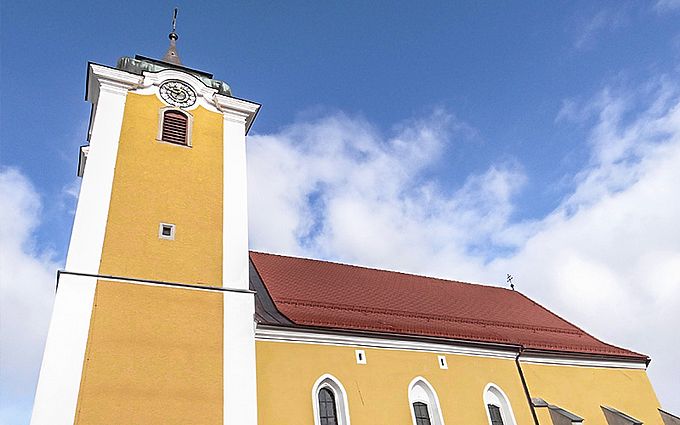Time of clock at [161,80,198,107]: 9:50
